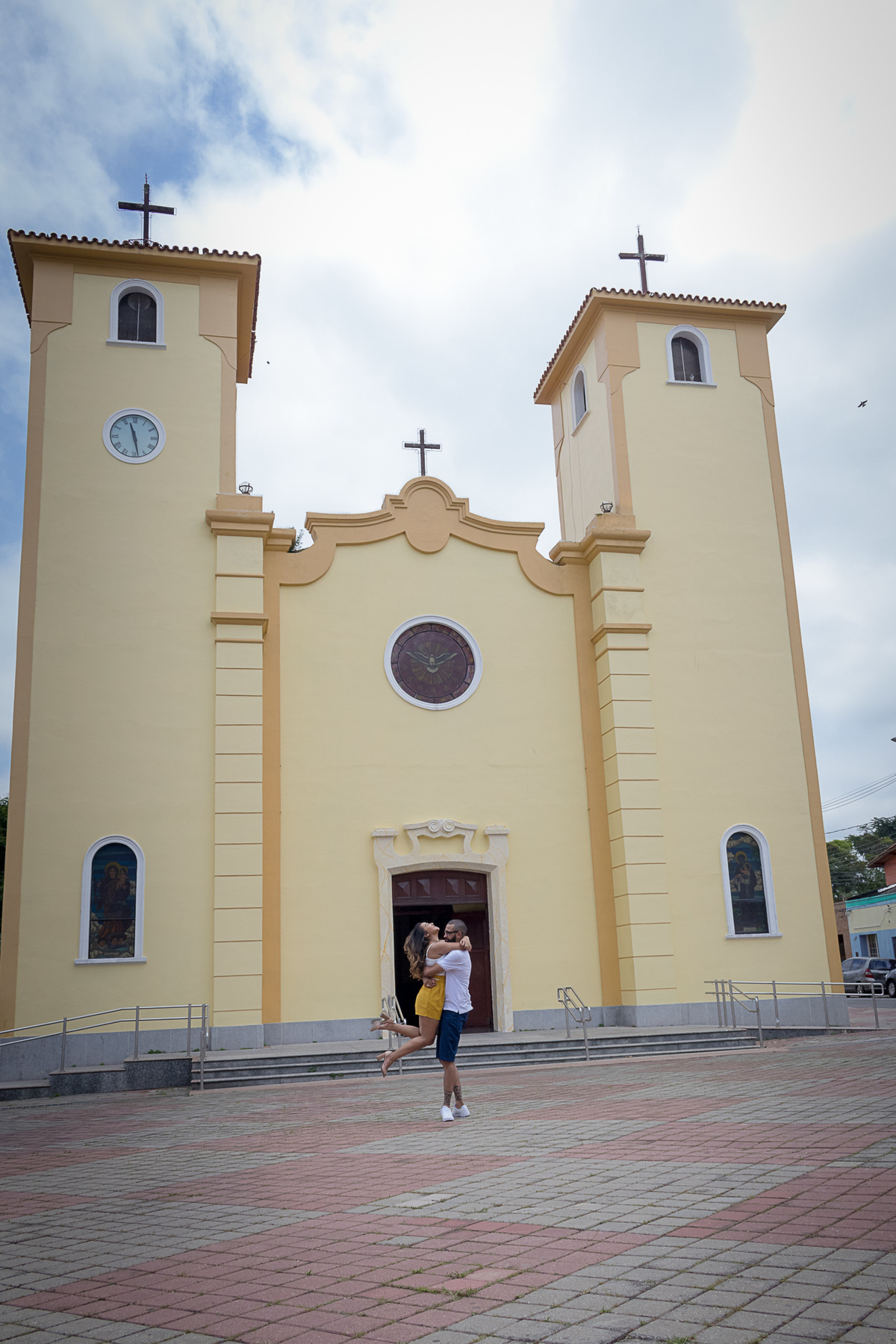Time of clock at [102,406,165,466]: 11:28
